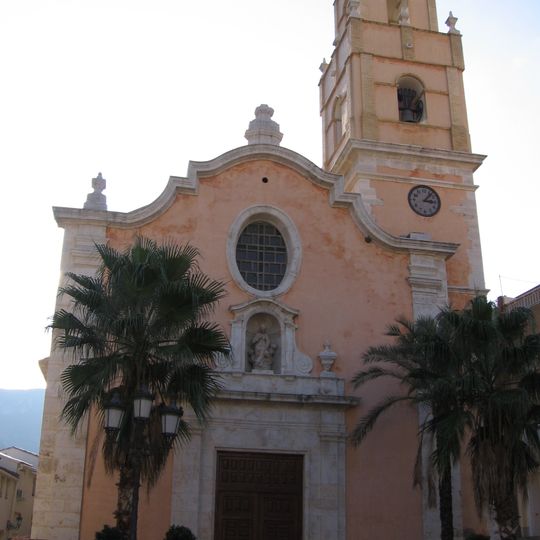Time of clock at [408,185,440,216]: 3:06
